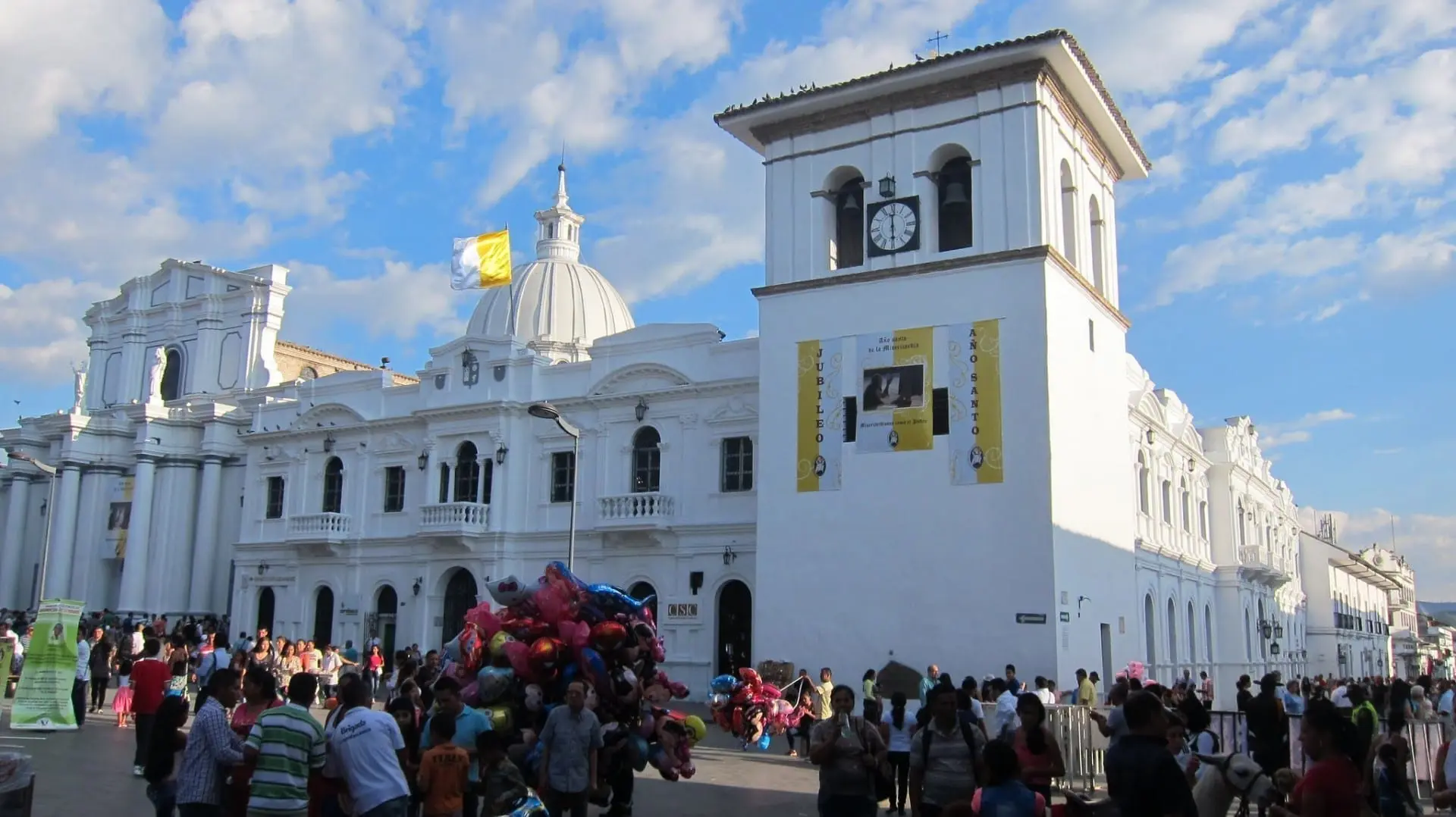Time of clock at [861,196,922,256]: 5:59
